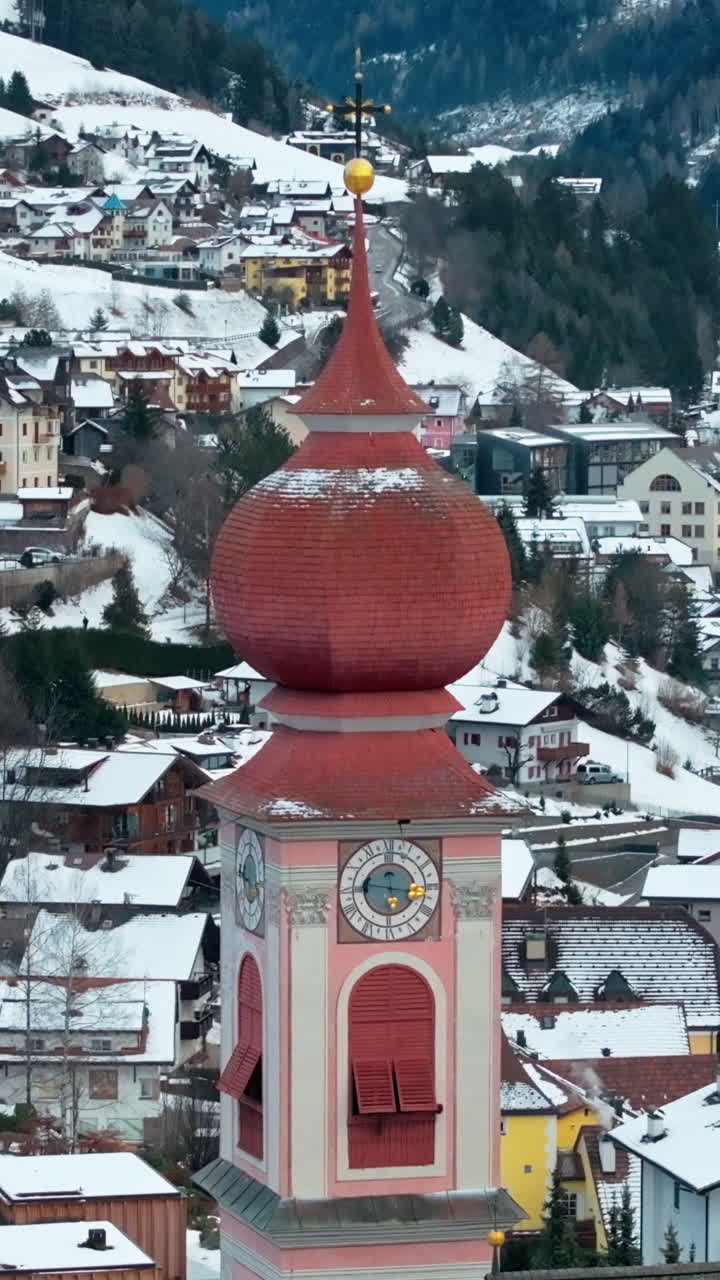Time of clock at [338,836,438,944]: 9:15
